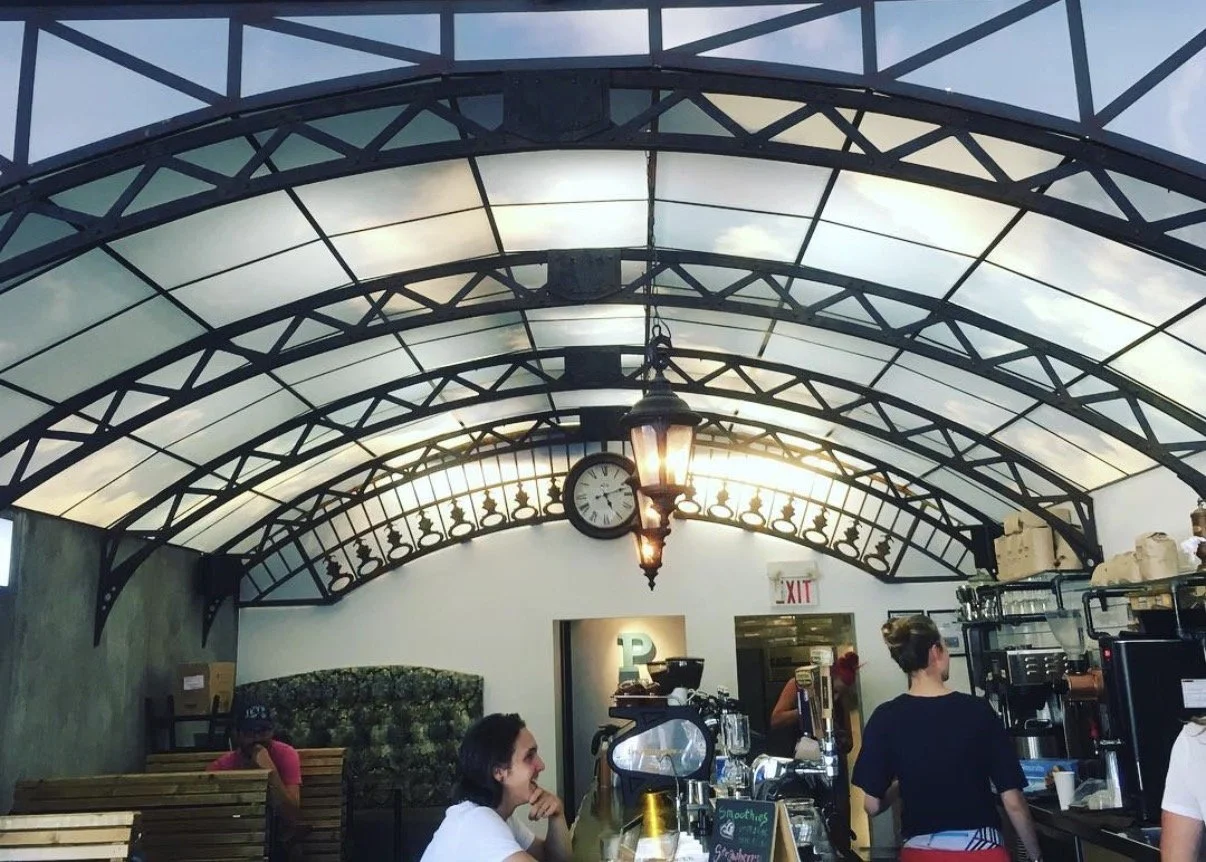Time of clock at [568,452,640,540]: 5:12
